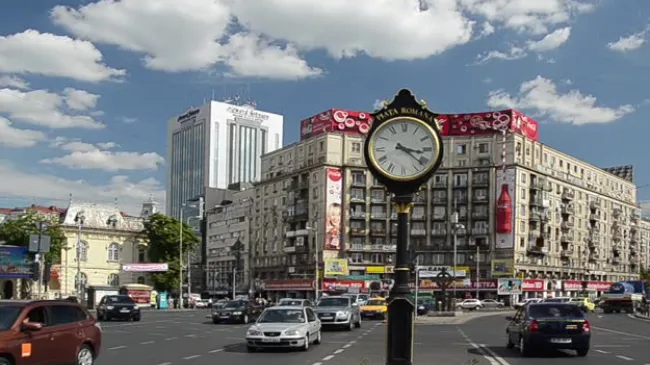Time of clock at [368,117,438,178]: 3:21
